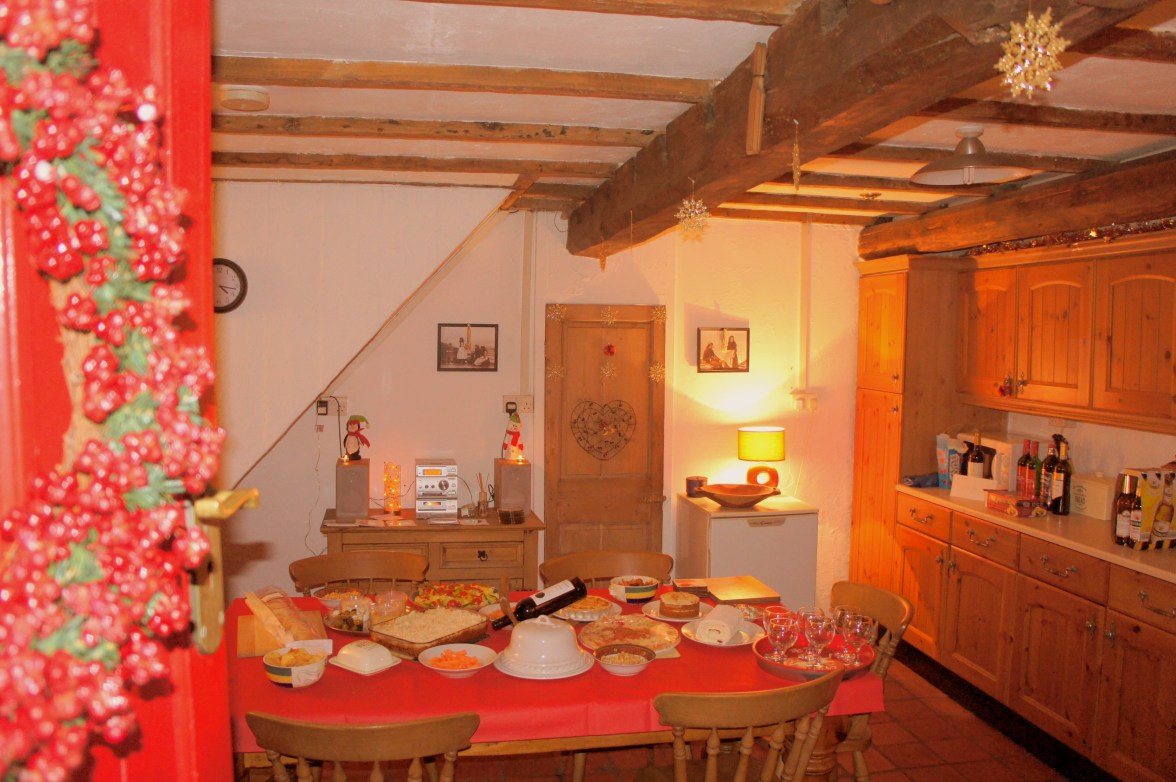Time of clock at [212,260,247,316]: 4:16
